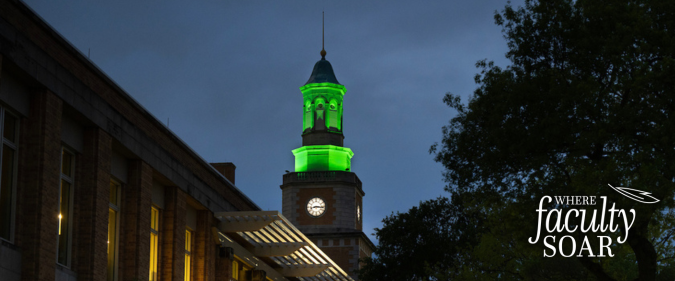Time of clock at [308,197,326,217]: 8:16
